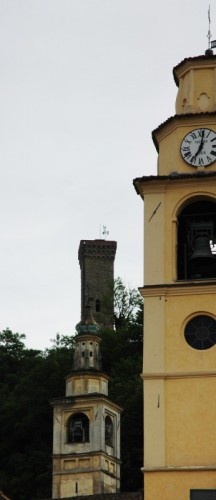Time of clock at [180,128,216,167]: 7:01
